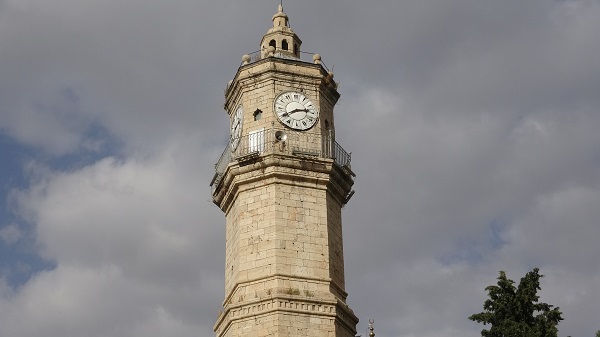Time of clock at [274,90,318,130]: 2:40
